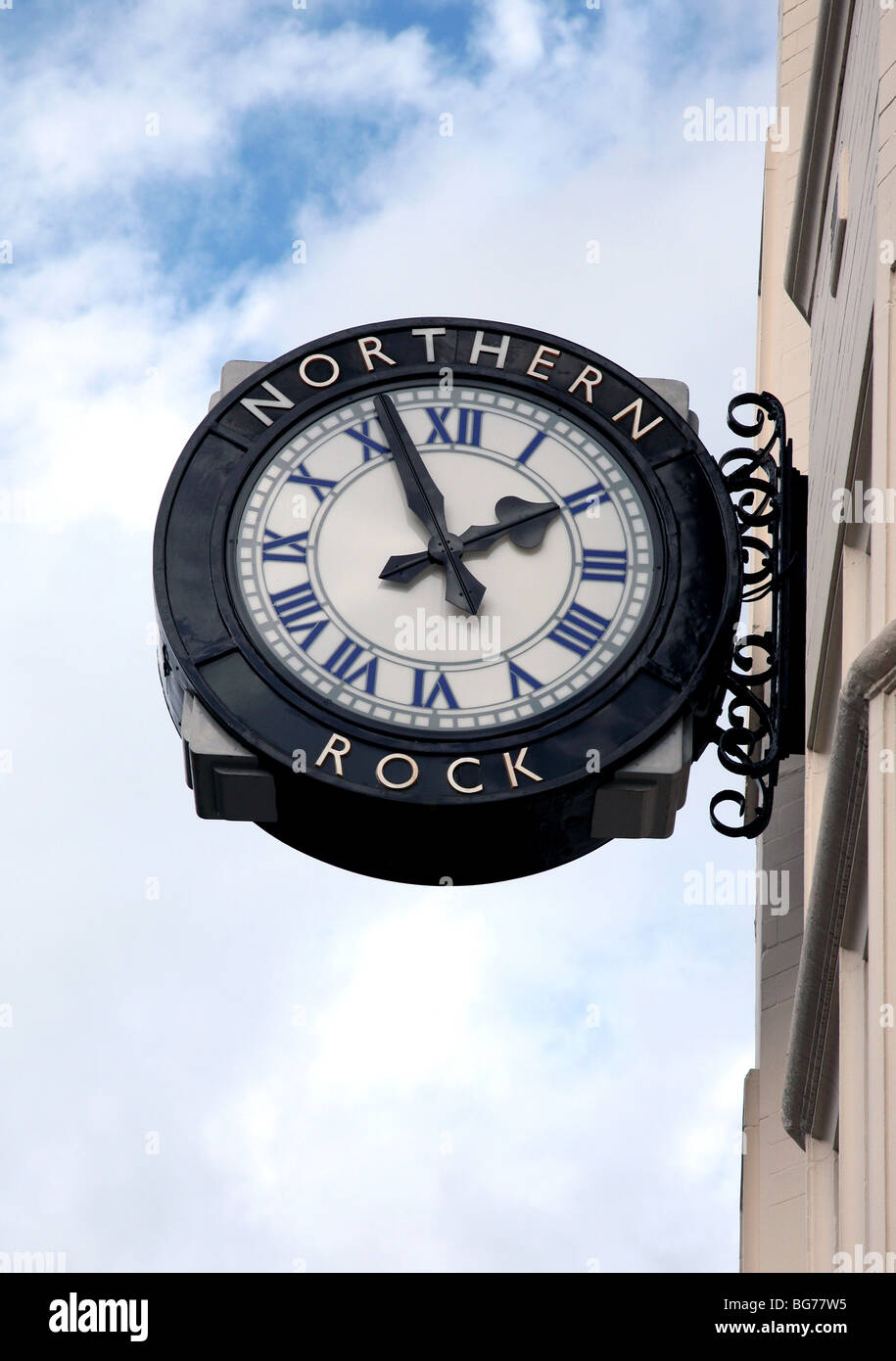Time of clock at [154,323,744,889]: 1:56
